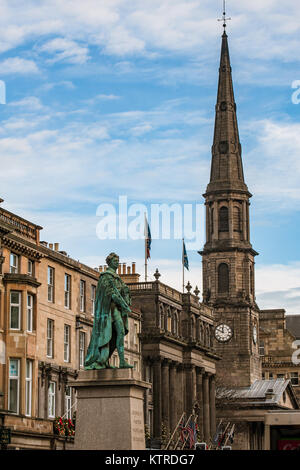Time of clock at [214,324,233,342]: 11:49
